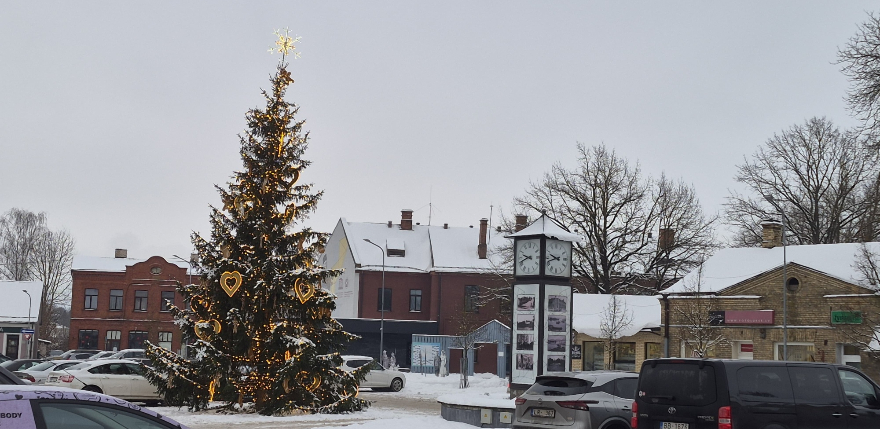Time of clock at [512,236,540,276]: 9:41
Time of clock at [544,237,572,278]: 9:42
